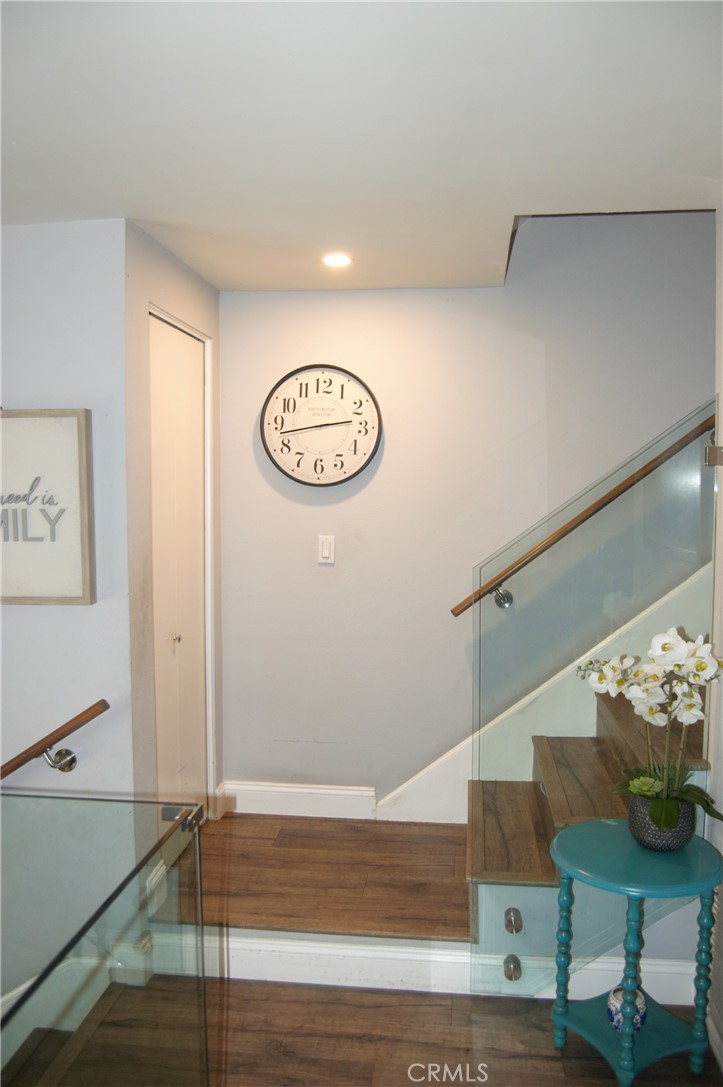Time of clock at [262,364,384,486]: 2:42
